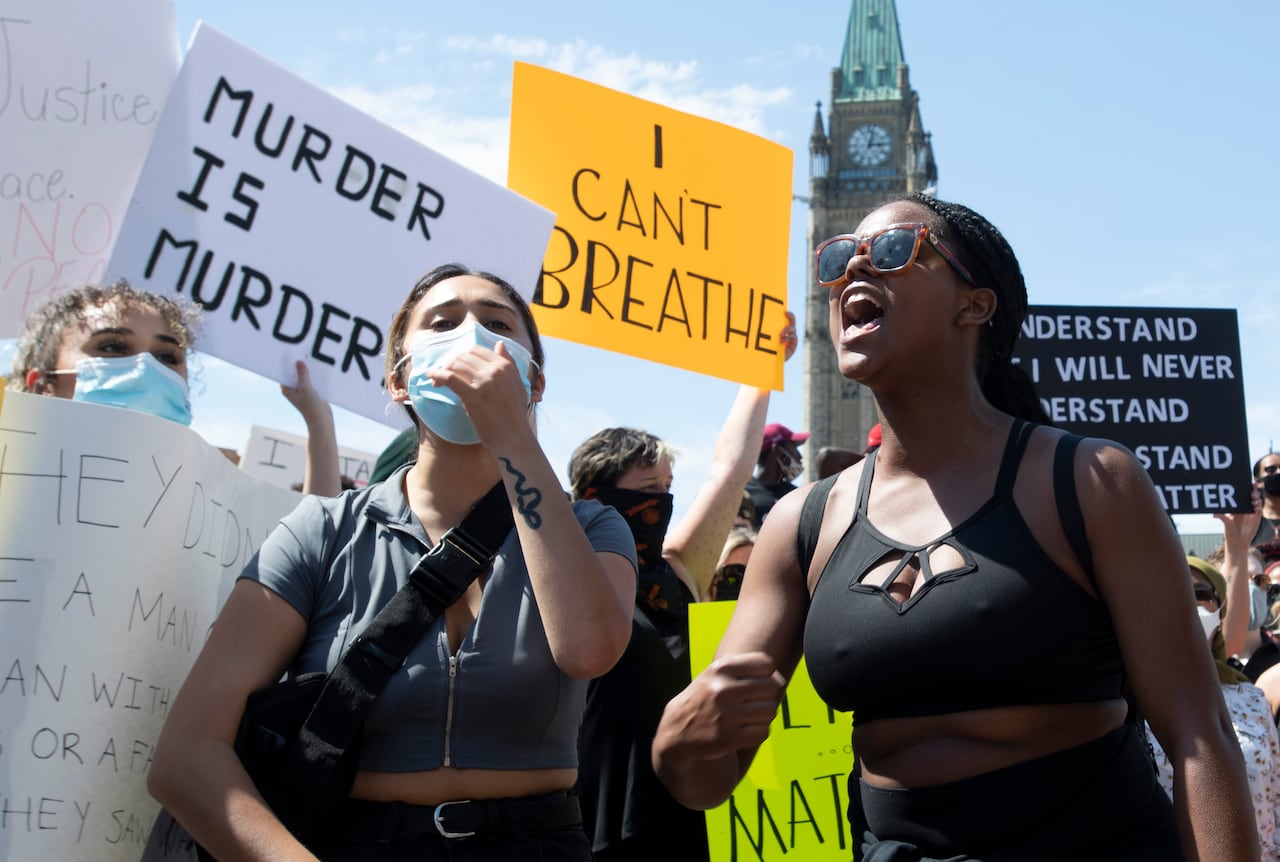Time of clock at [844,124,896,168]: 3:02
